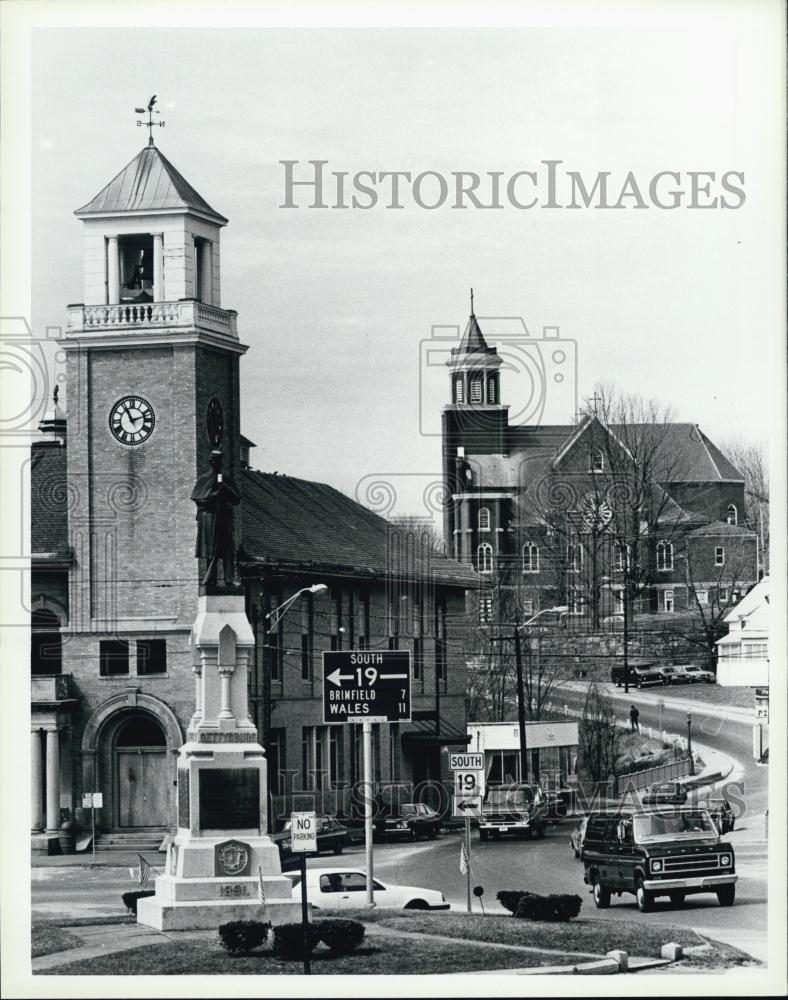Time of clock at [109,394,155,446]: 11:12
